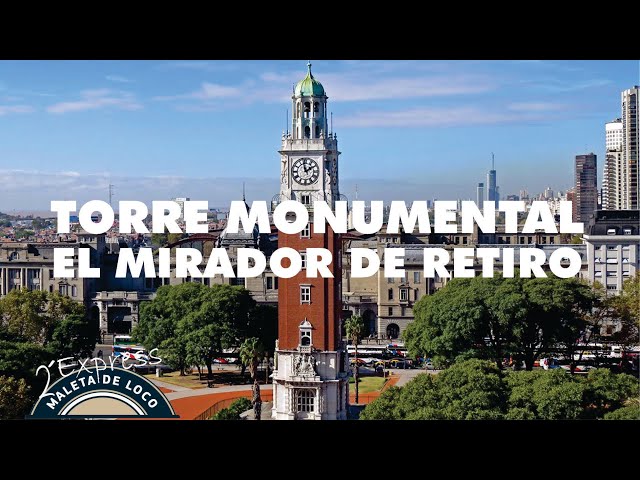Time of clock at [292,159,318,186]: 1:57
